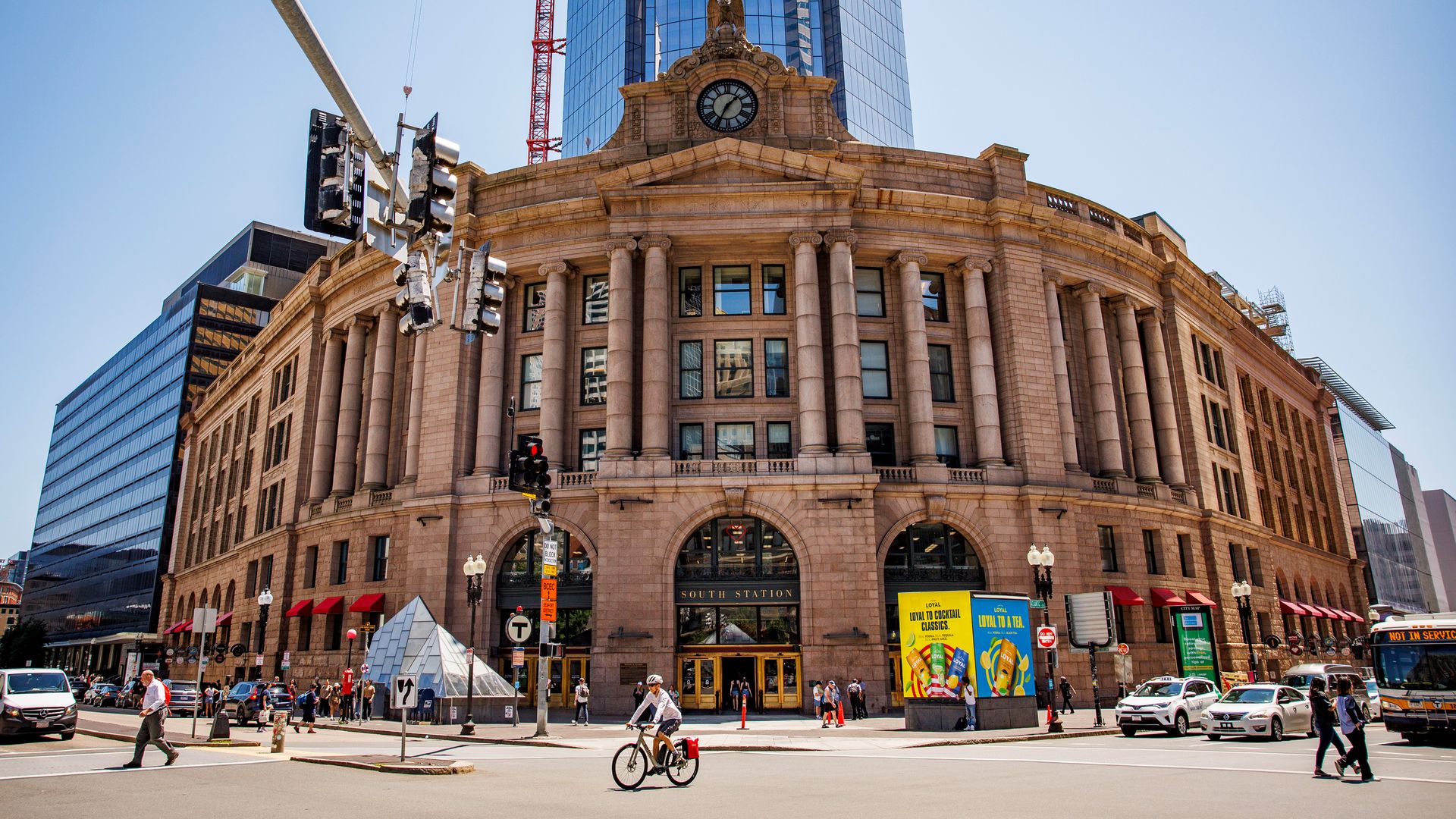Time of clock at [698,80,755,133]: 1:34
